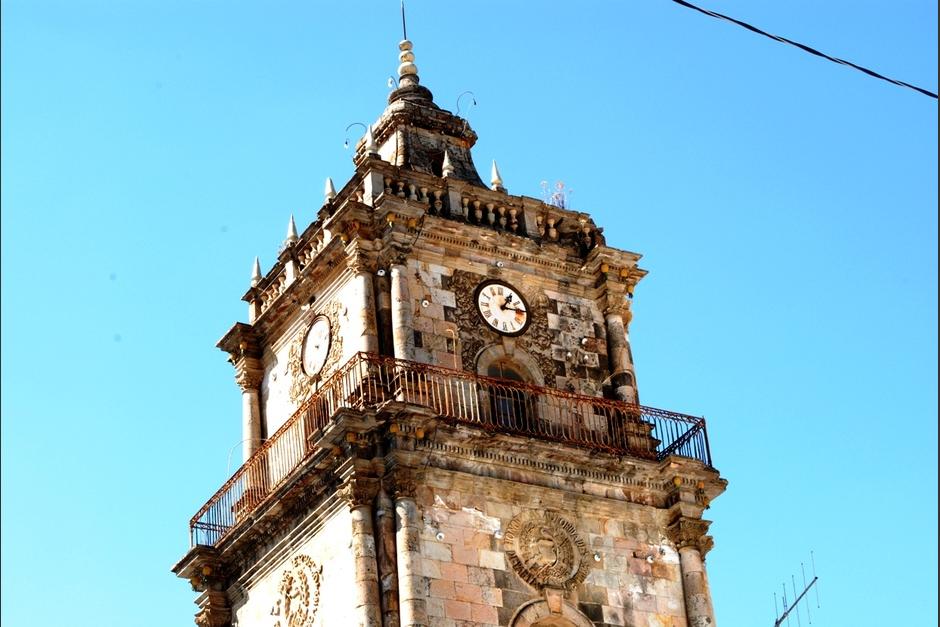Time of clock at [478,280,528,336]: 1:14
